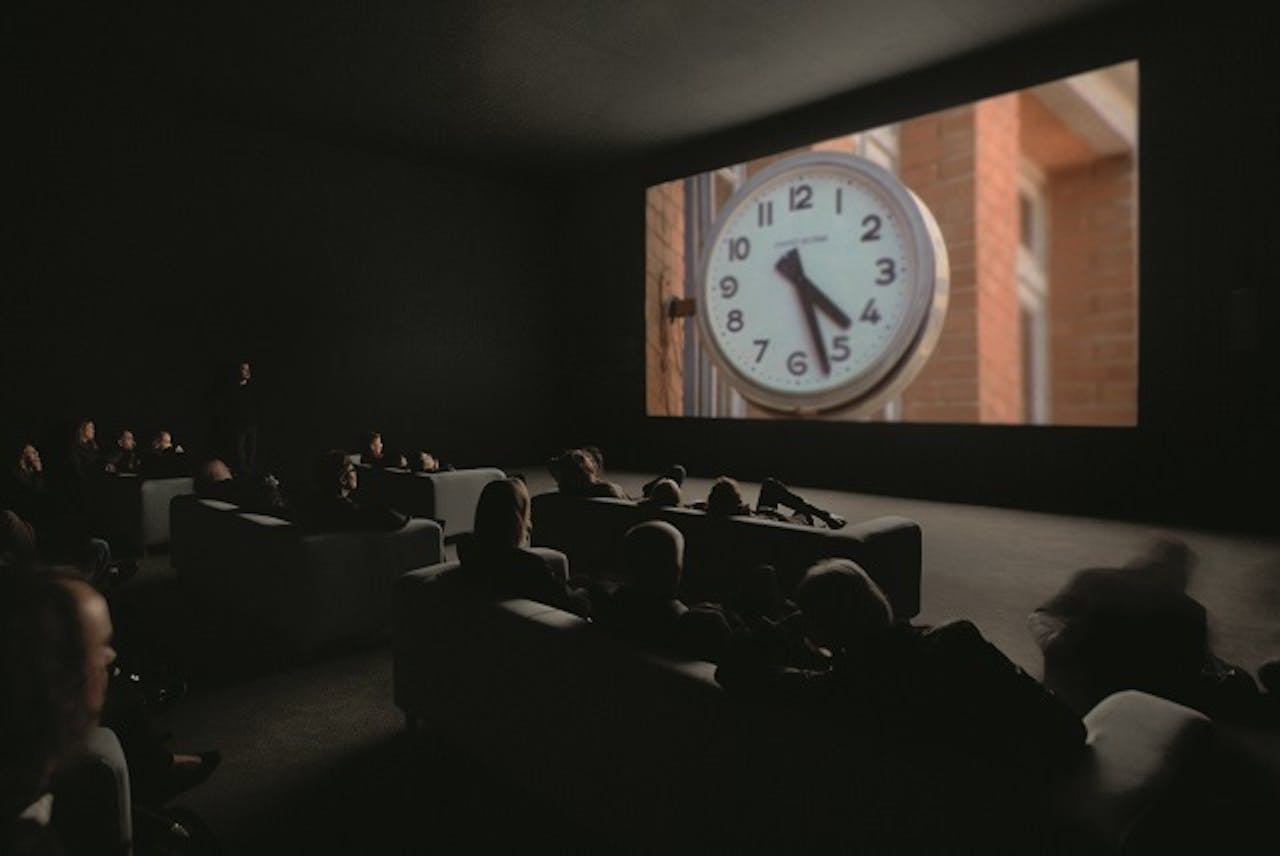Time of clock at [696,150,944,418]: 4:27
